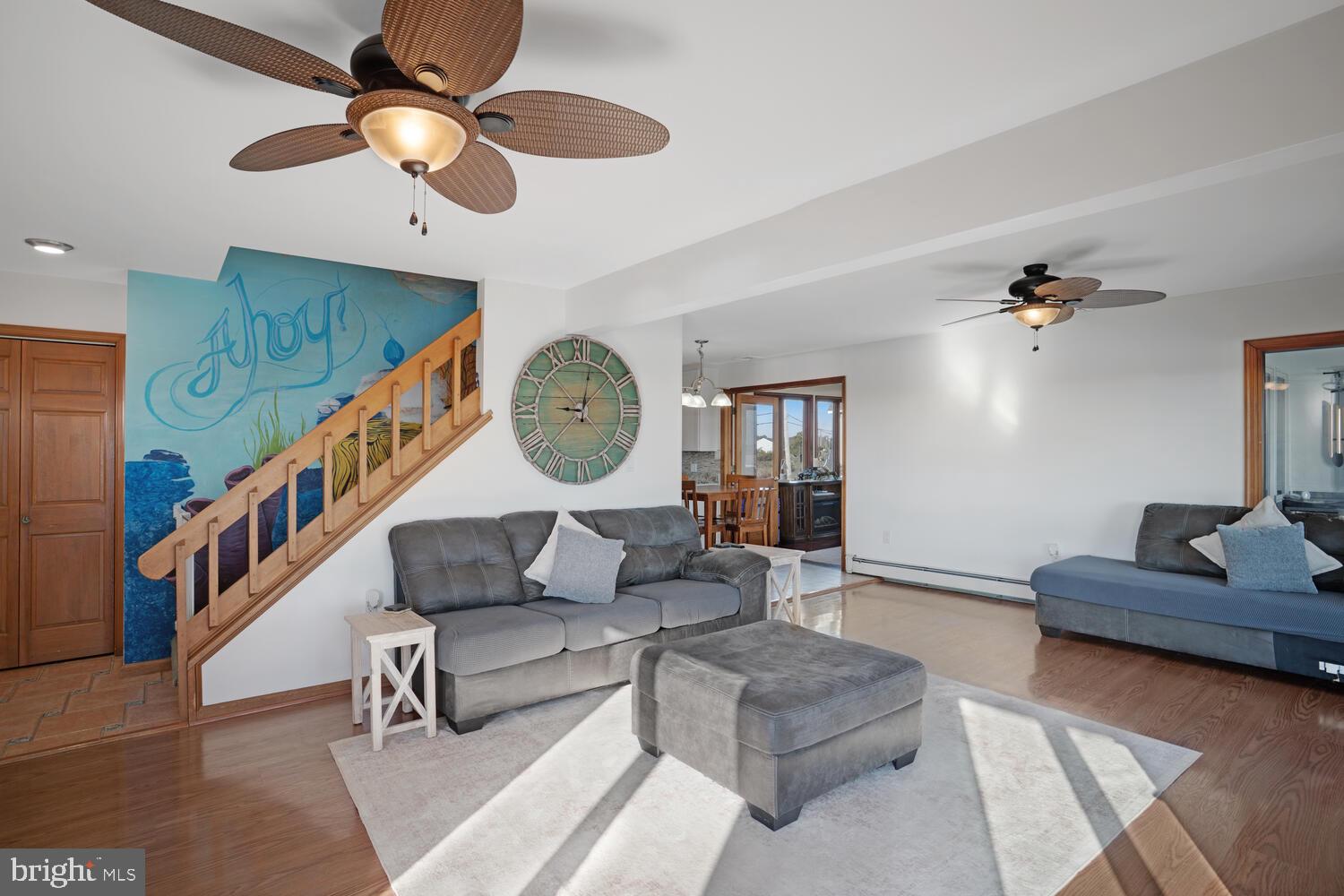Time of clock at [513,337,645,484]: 9:02
